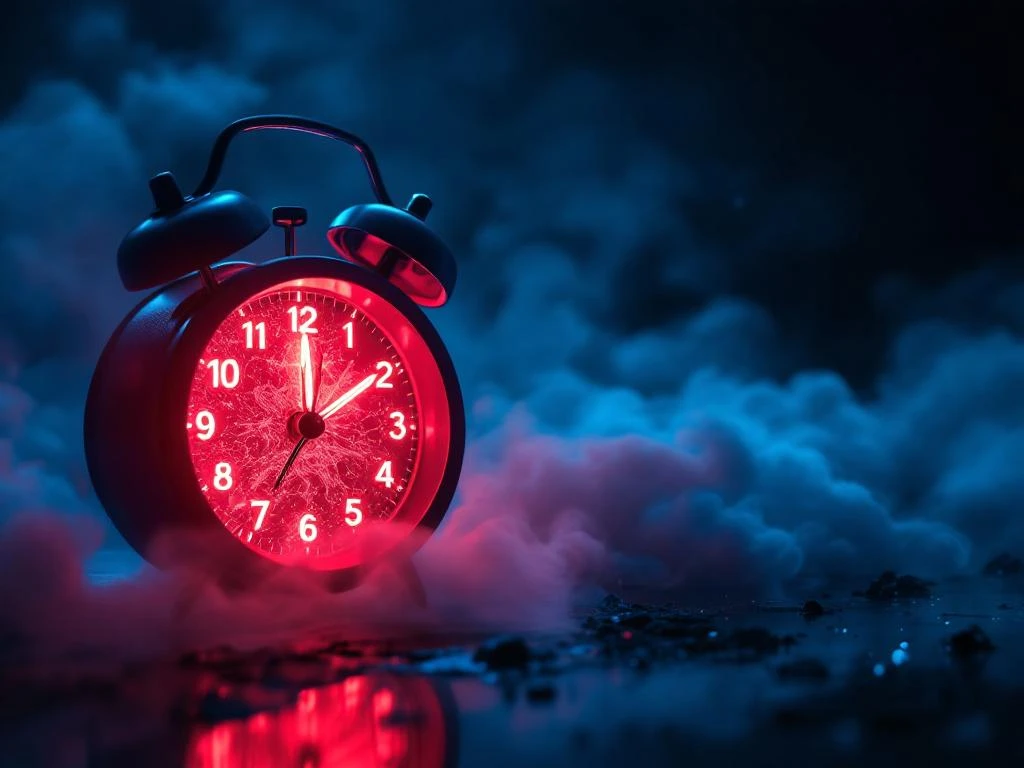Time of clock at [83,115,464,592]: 2:00
